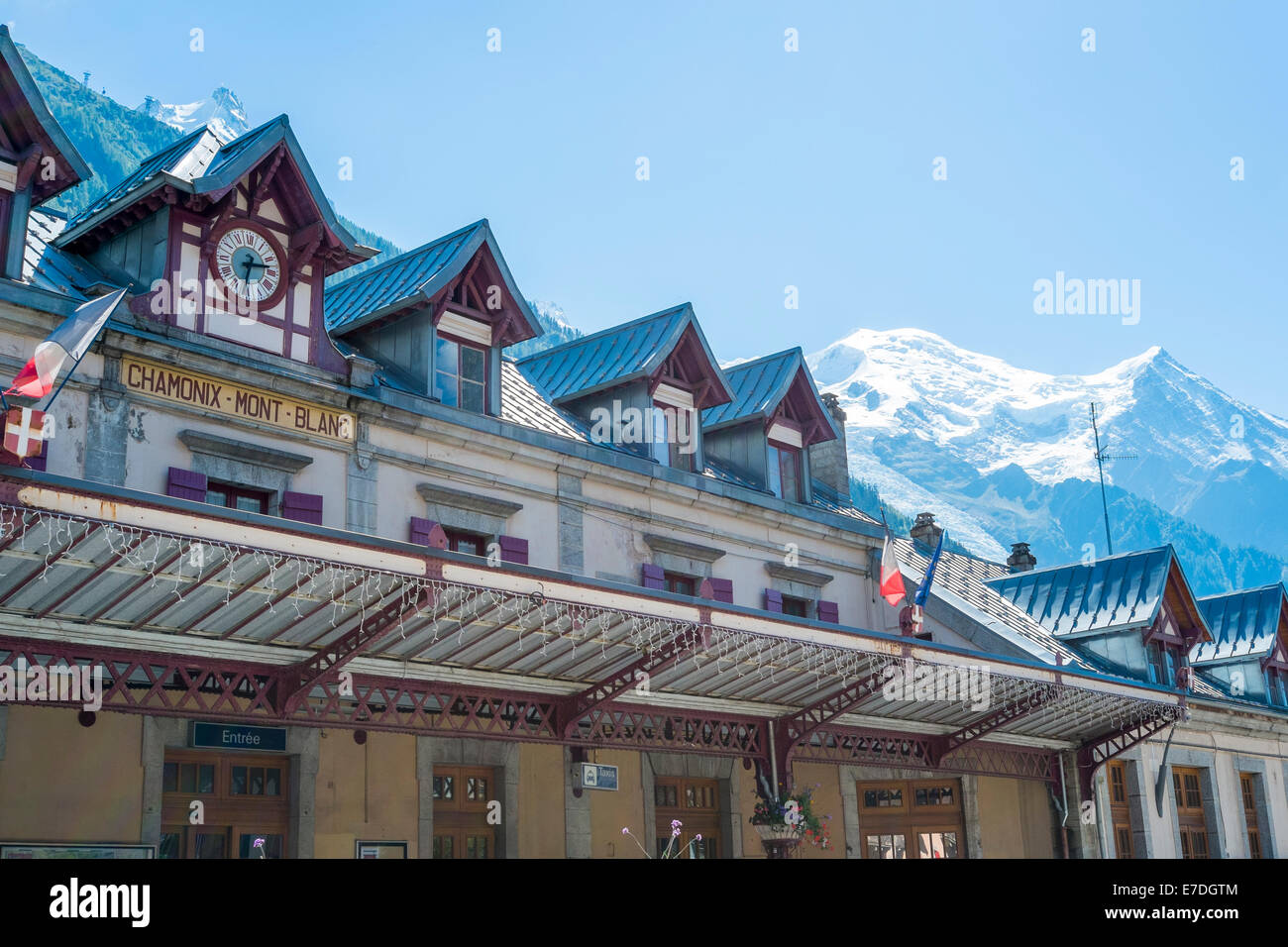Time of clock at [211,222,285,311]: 6:13
